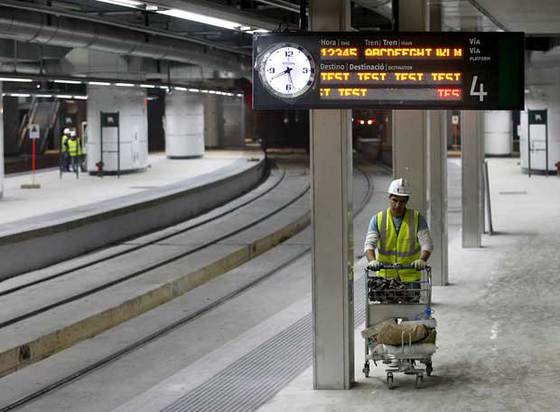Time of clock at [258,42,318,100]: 5:40
